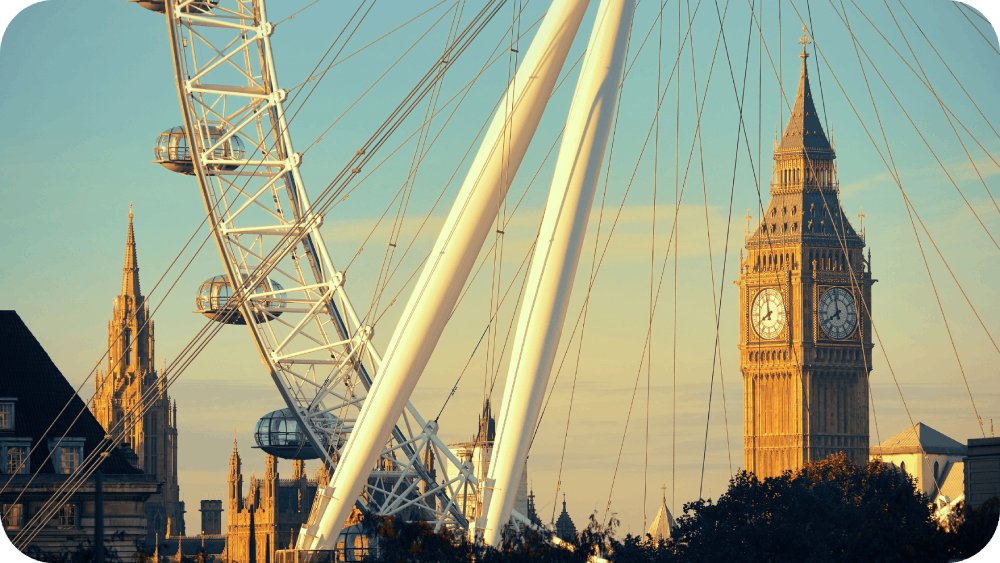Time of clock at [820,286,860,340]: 7:58
